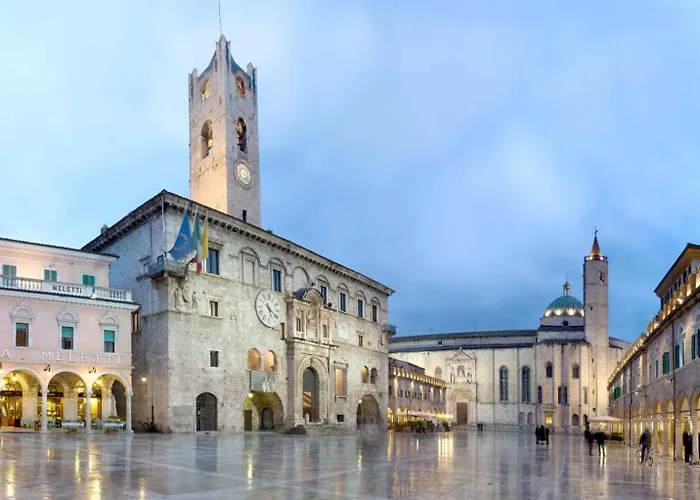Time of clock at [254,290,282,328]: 5:20
